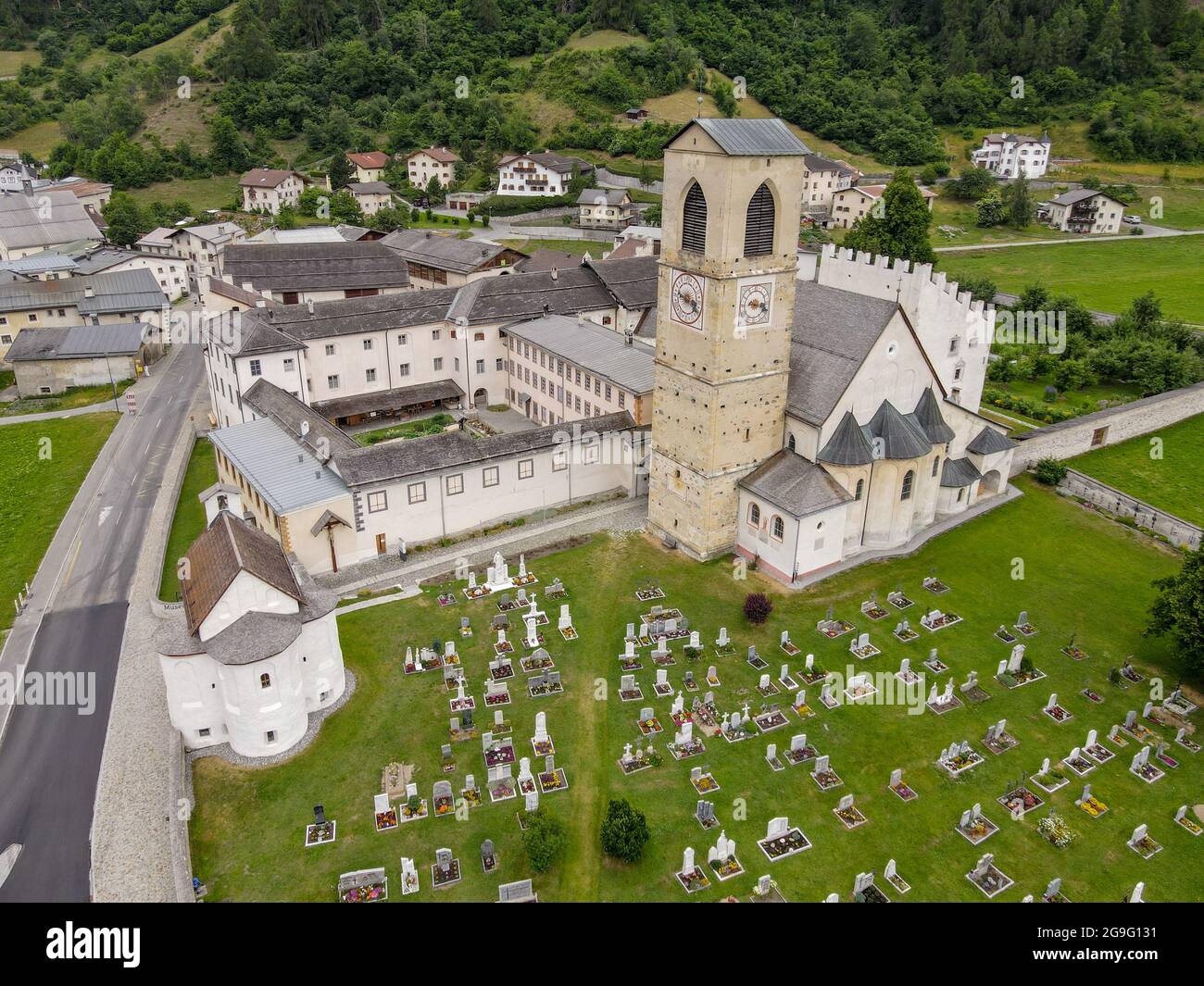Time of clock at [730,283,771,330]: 9:17
